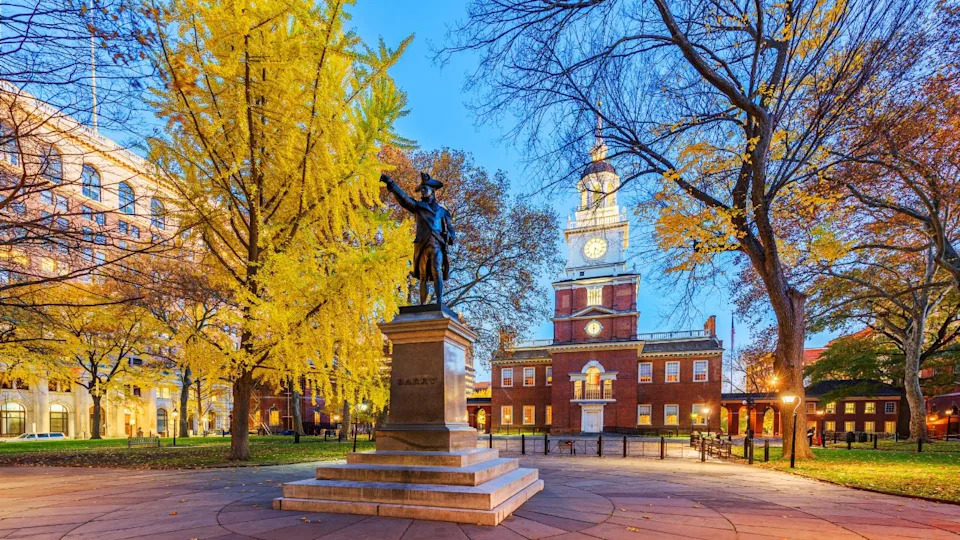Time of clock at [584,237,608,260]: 6:21
